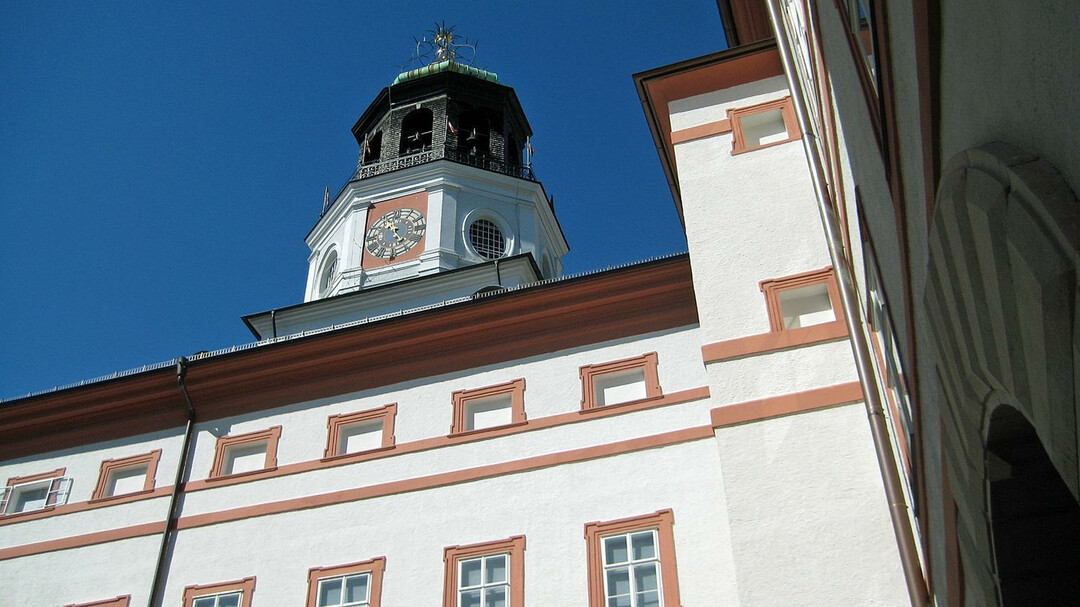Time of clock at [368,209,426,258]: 4:57
